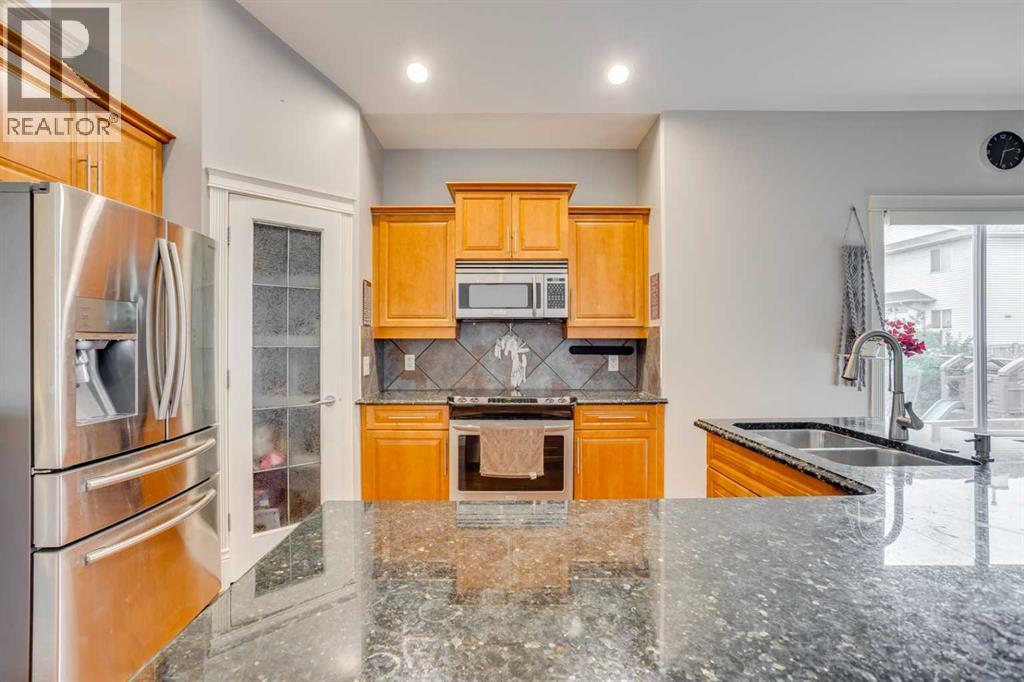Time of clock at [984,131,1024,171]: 2:33
